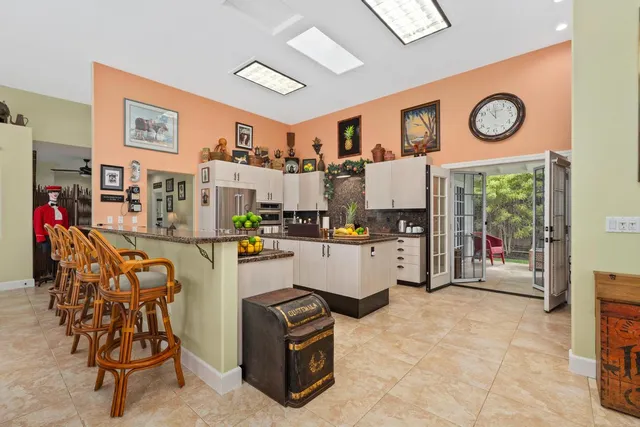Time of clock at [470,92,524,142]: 10:59
